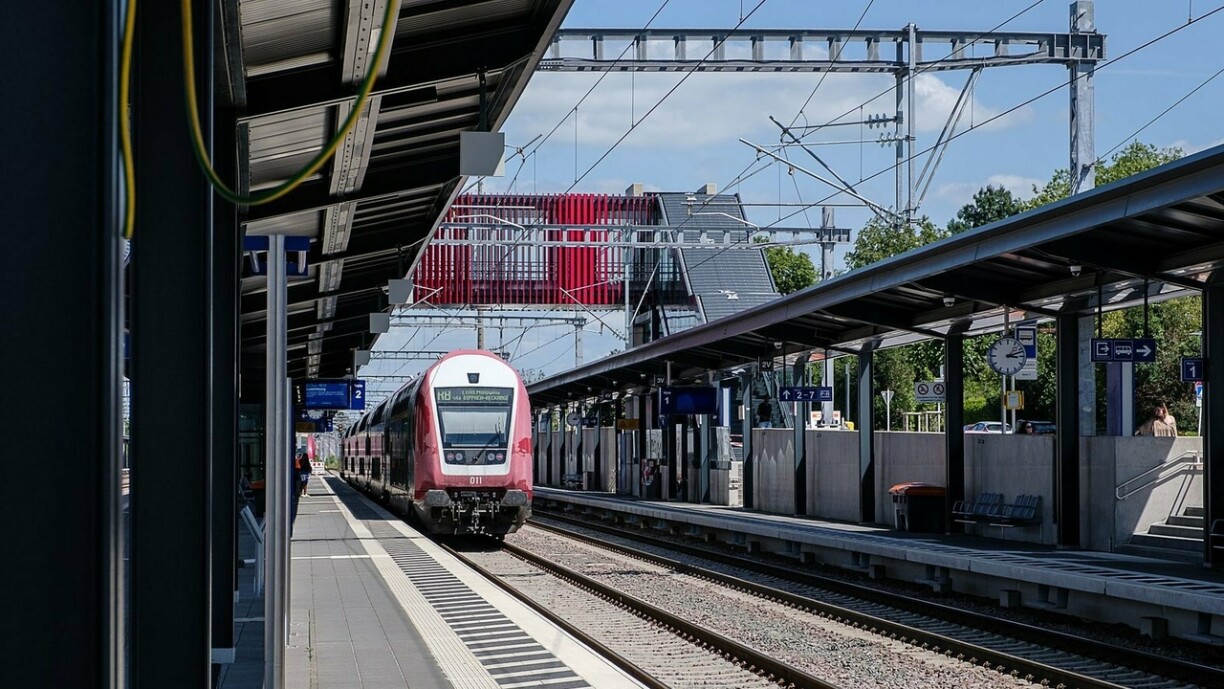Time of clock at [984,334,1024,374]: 3:11
